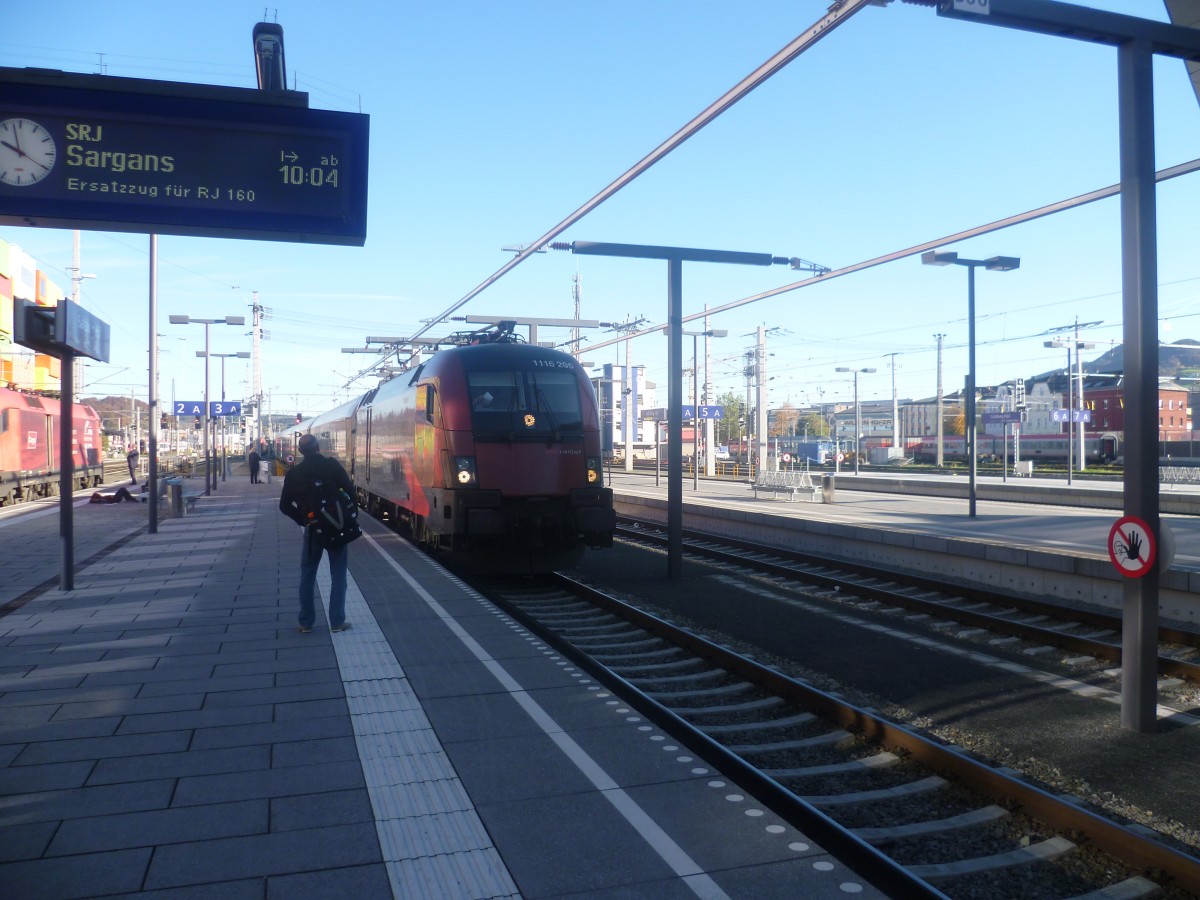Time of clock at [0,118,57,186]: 9:57
